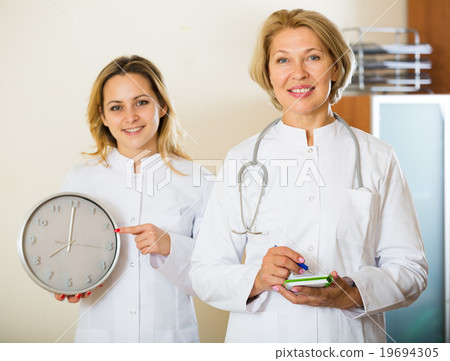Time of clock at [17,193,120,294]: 8:00
